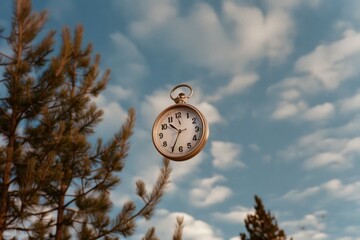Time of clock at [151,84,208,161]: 10:34
